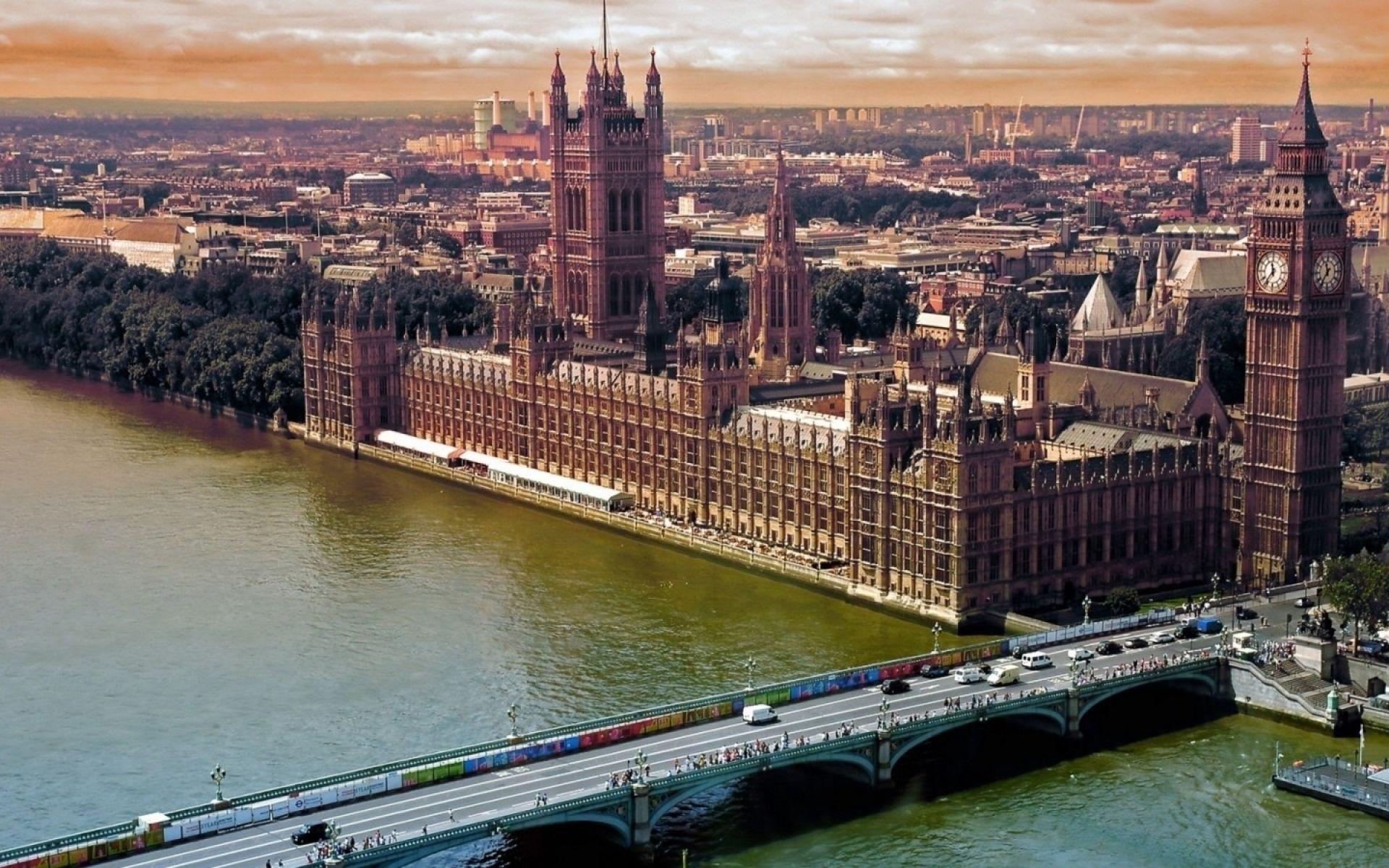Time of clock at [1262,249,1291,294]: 11:36
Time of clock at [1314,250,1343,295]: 11:36
